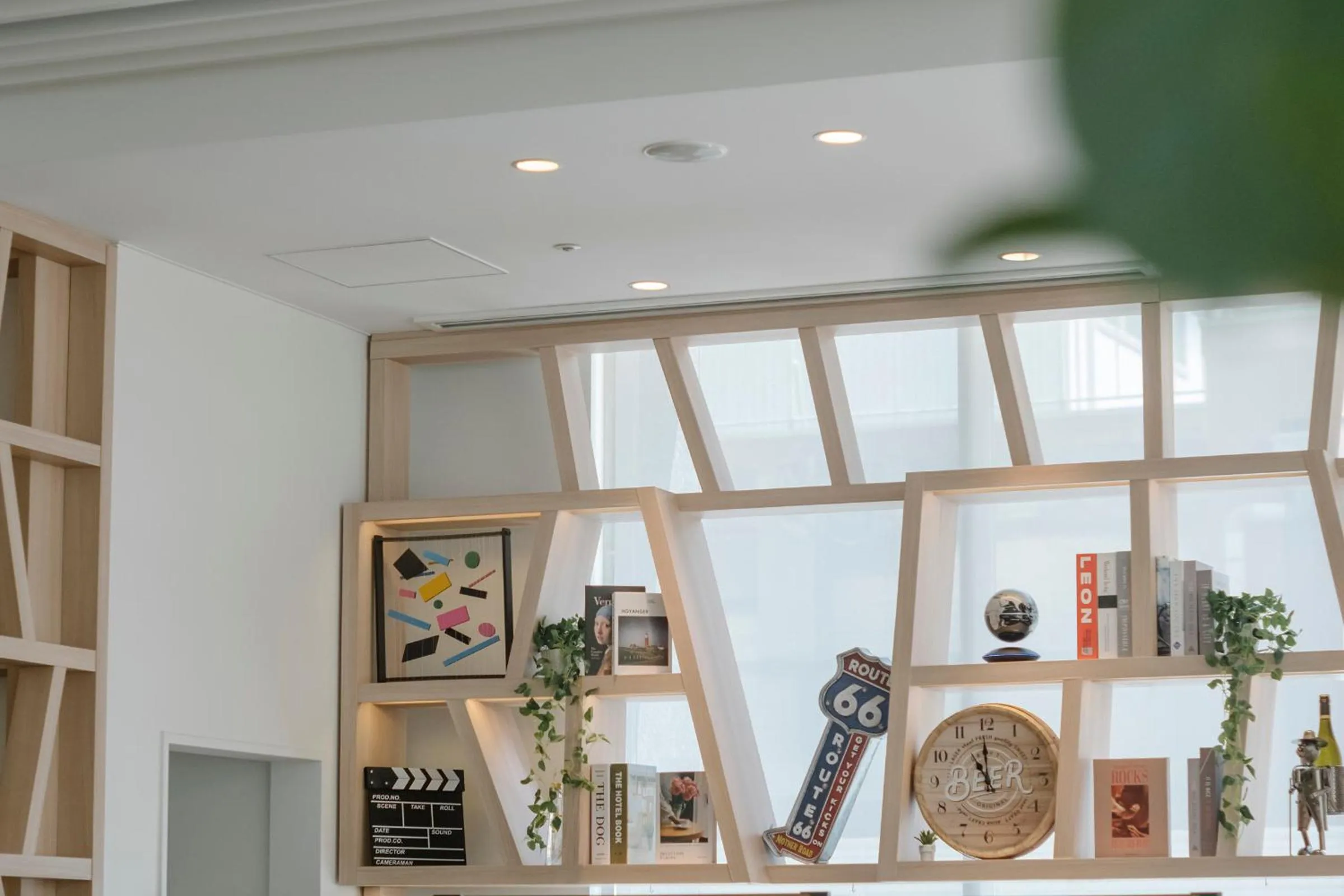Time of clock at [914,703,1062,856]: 10:59
